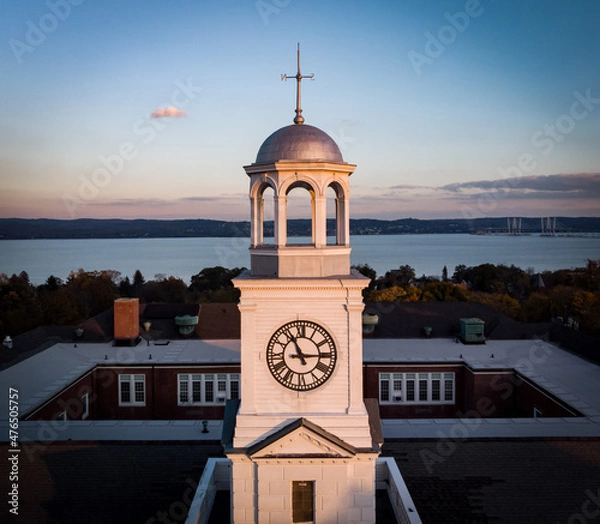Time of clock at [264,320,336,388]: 11:14
